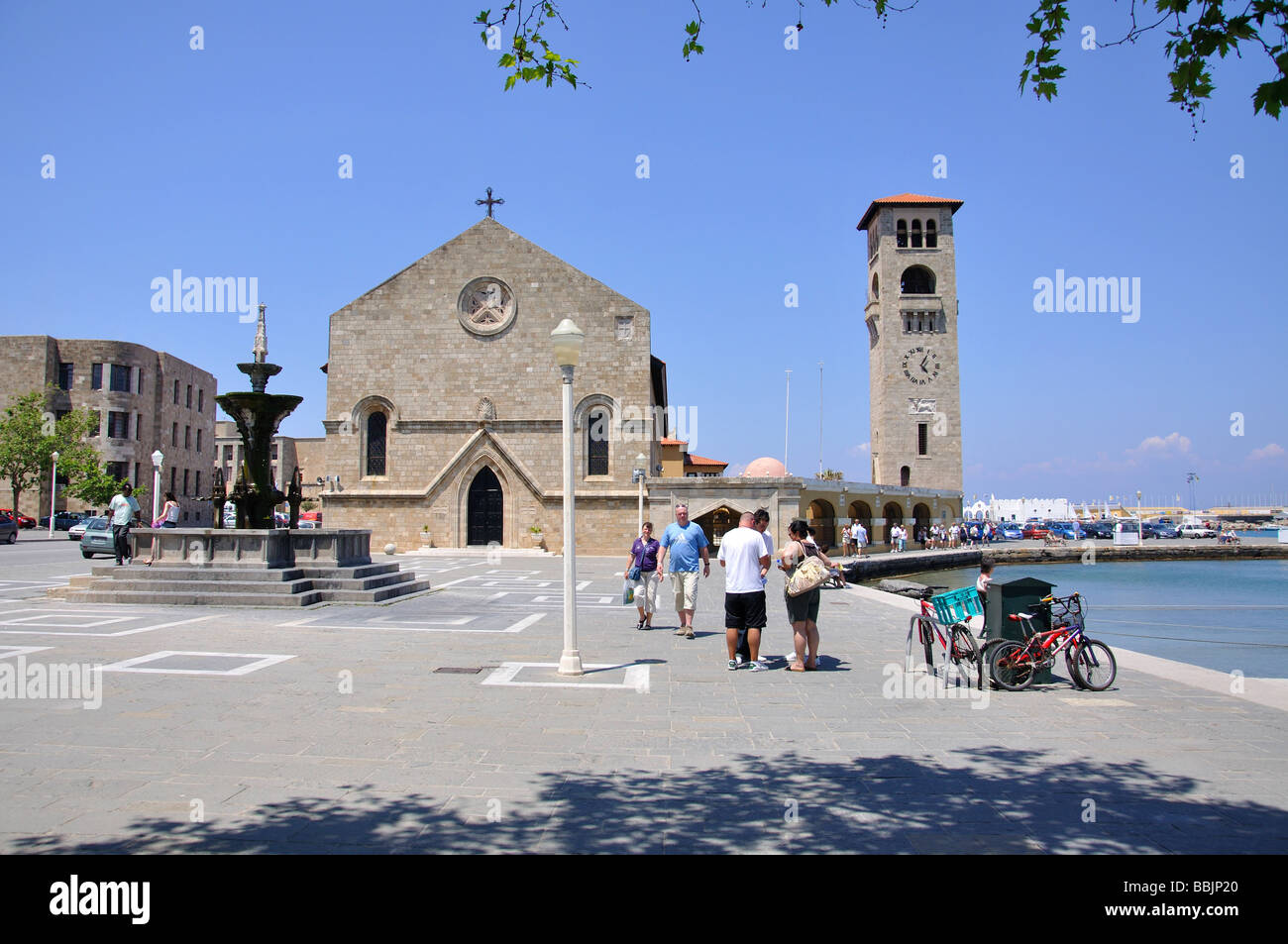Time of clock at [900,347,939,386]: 5:06
